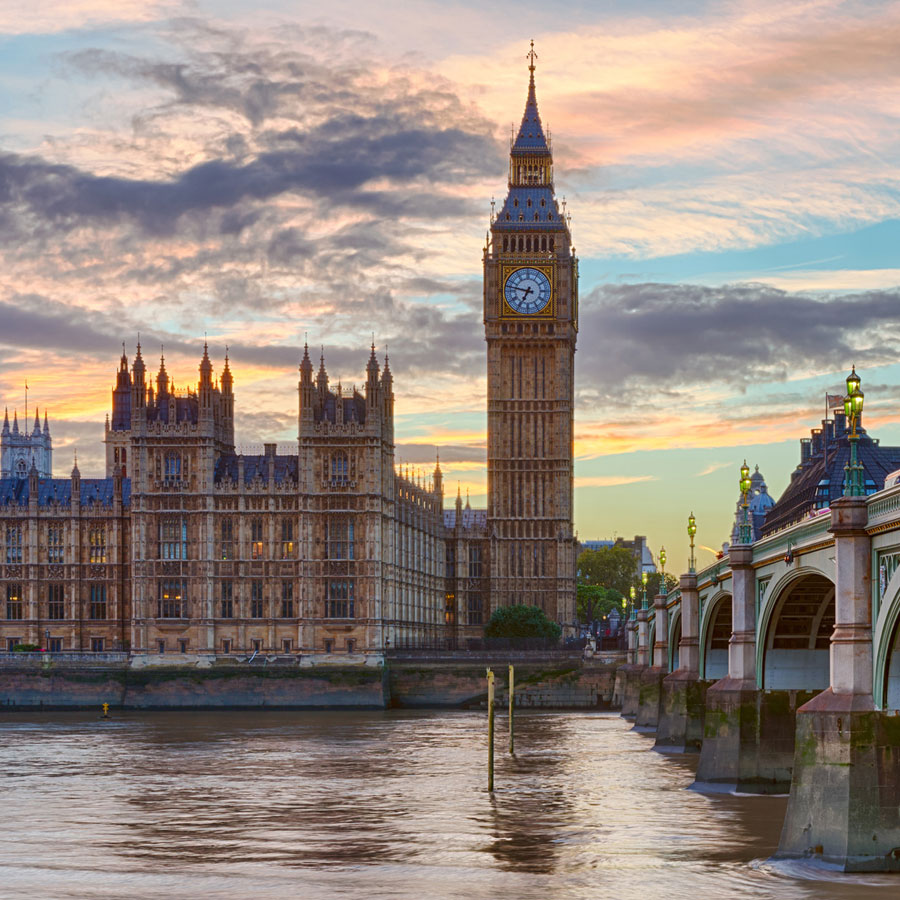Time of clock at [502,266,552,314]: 6:47
